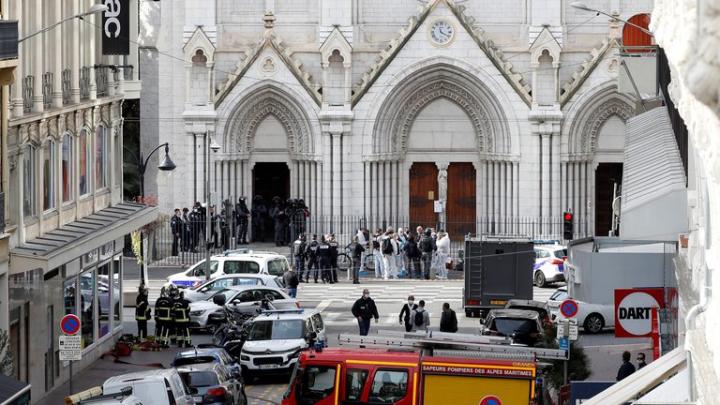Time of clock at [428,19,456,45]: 11:19
